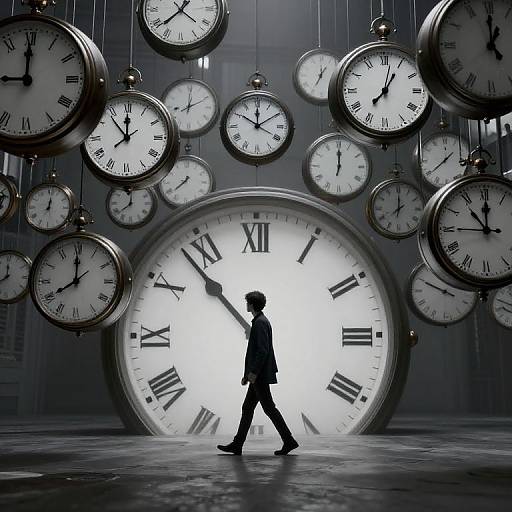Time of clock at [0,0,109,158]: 8:59
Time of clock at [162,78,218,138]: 12:10
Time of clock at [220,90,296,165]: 12:09
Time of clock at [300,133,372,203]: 12:00
